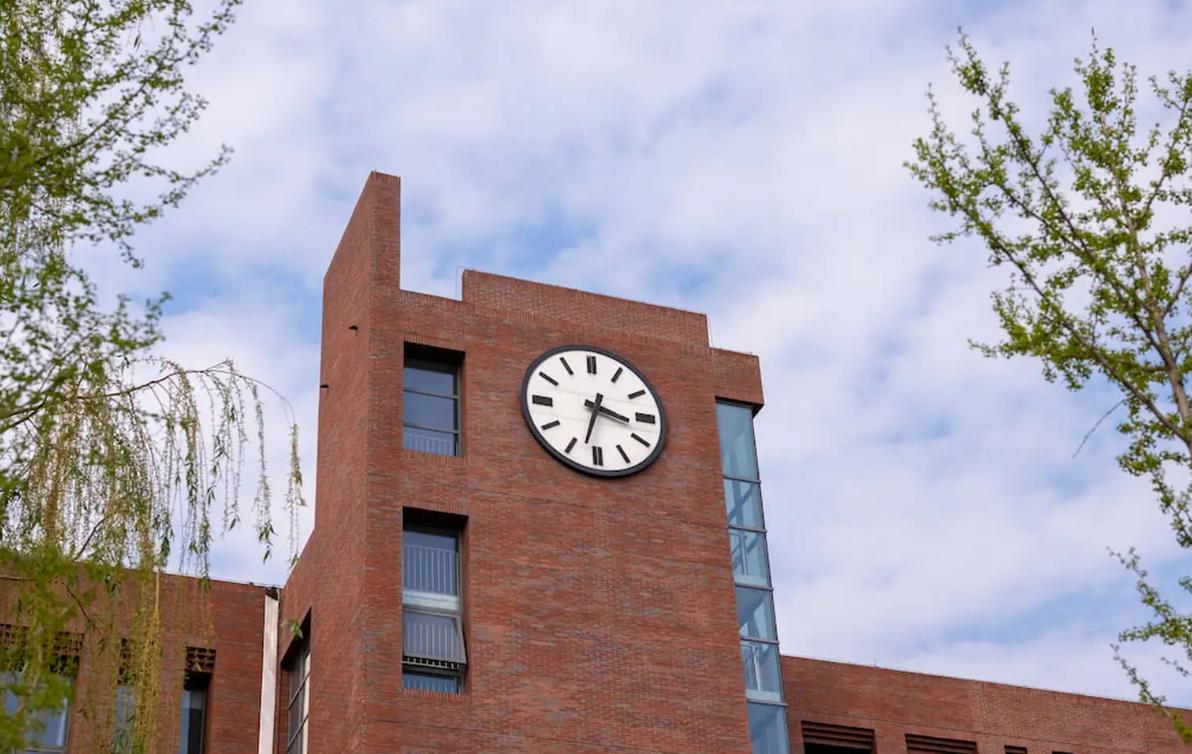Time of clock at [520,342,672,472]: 3:32
